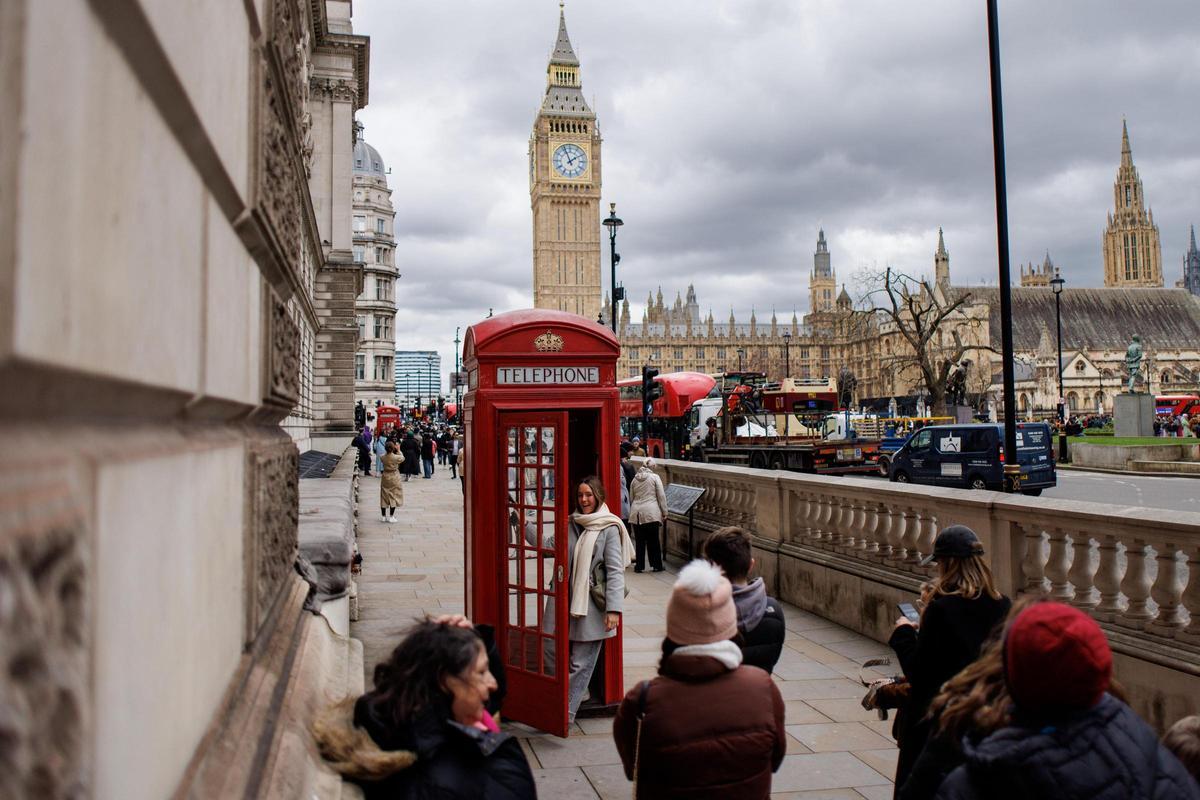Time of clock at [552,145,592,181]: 1:56
